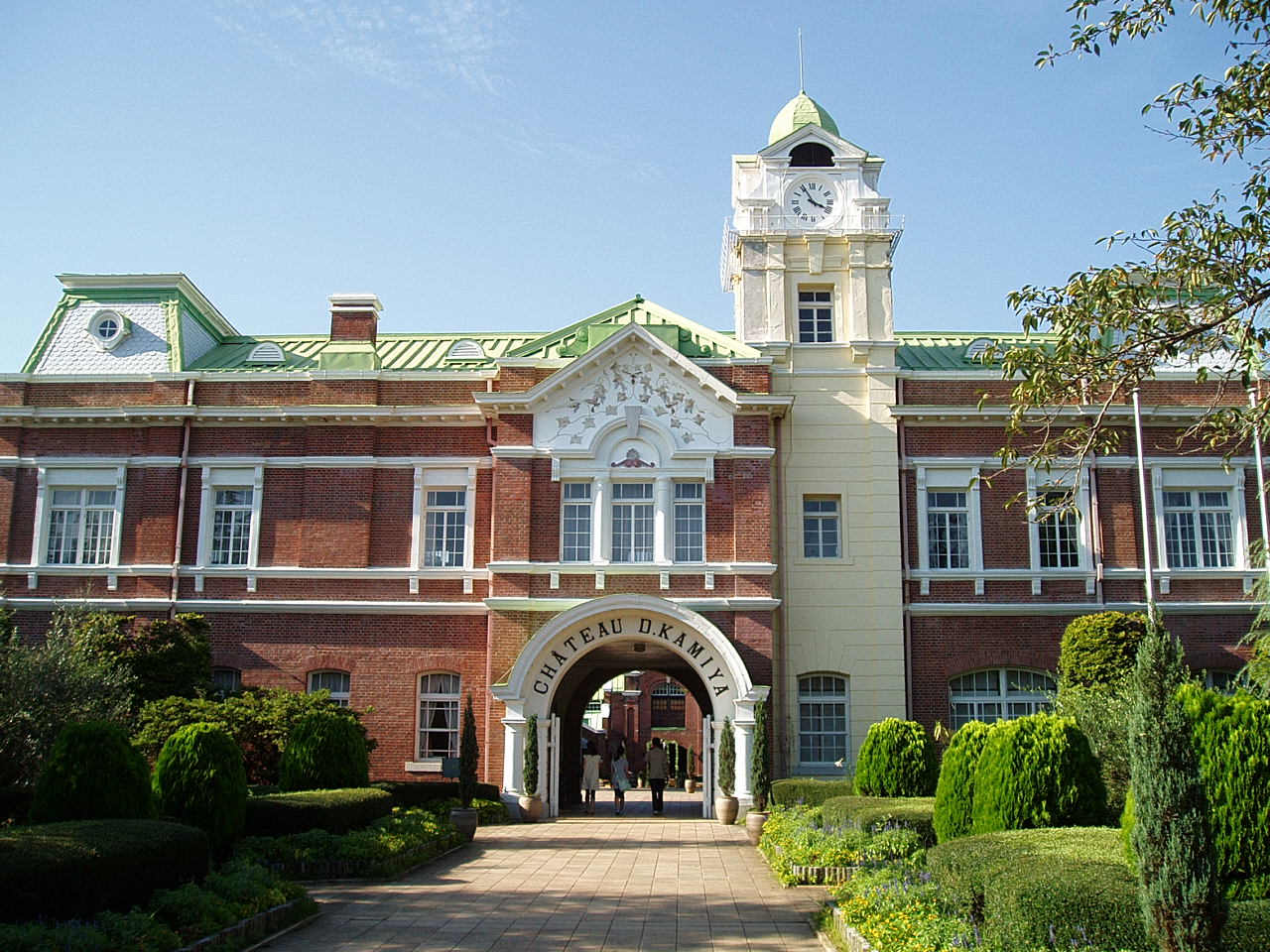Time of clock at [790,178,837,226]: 3:55
